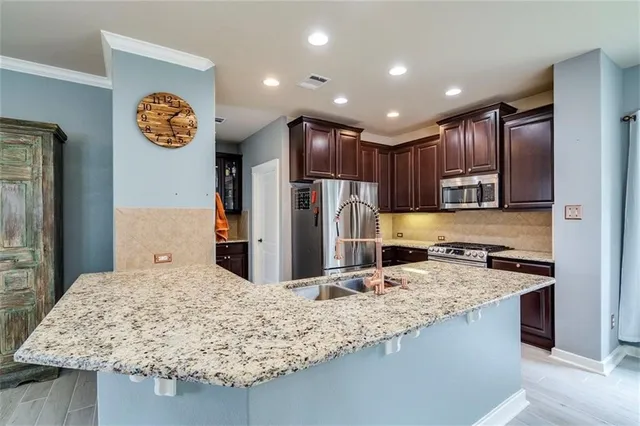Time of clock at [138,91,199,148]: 1:27
